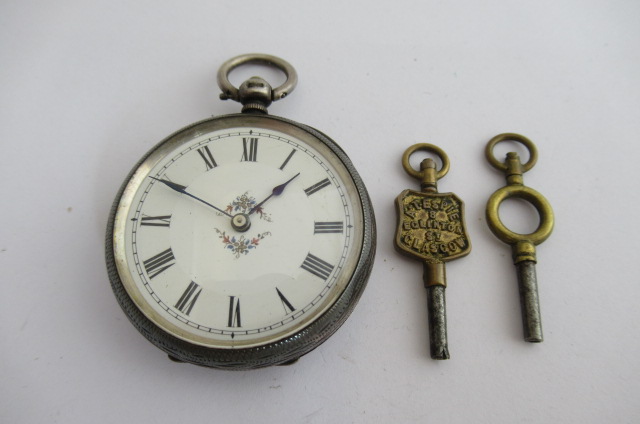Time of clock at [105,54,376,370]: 1:49
